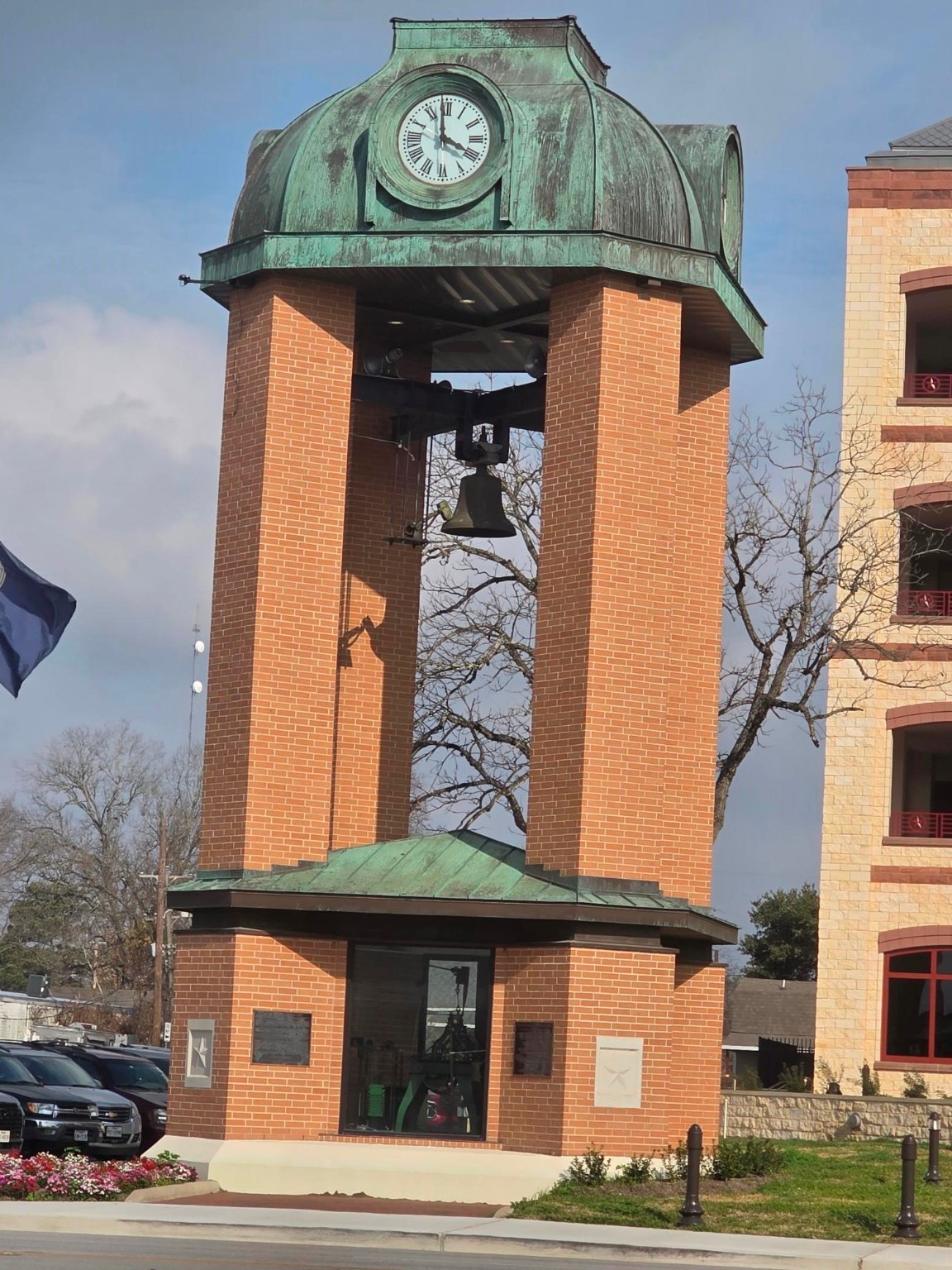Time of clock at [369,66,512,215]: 3:58
